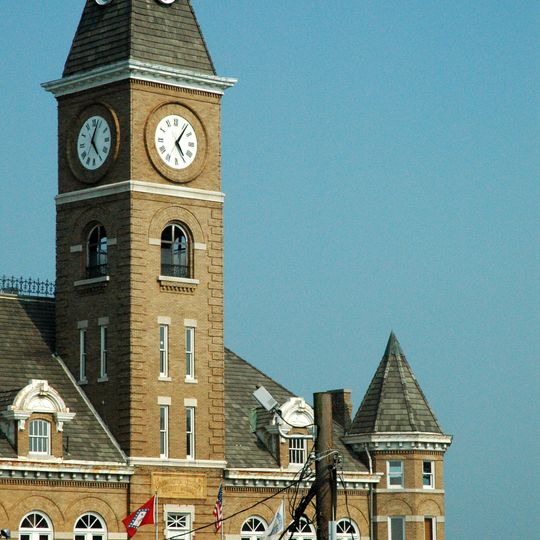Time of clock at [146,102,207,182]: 5:06
